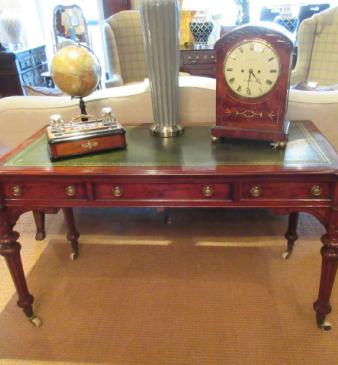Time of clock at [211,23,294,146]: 4:31
